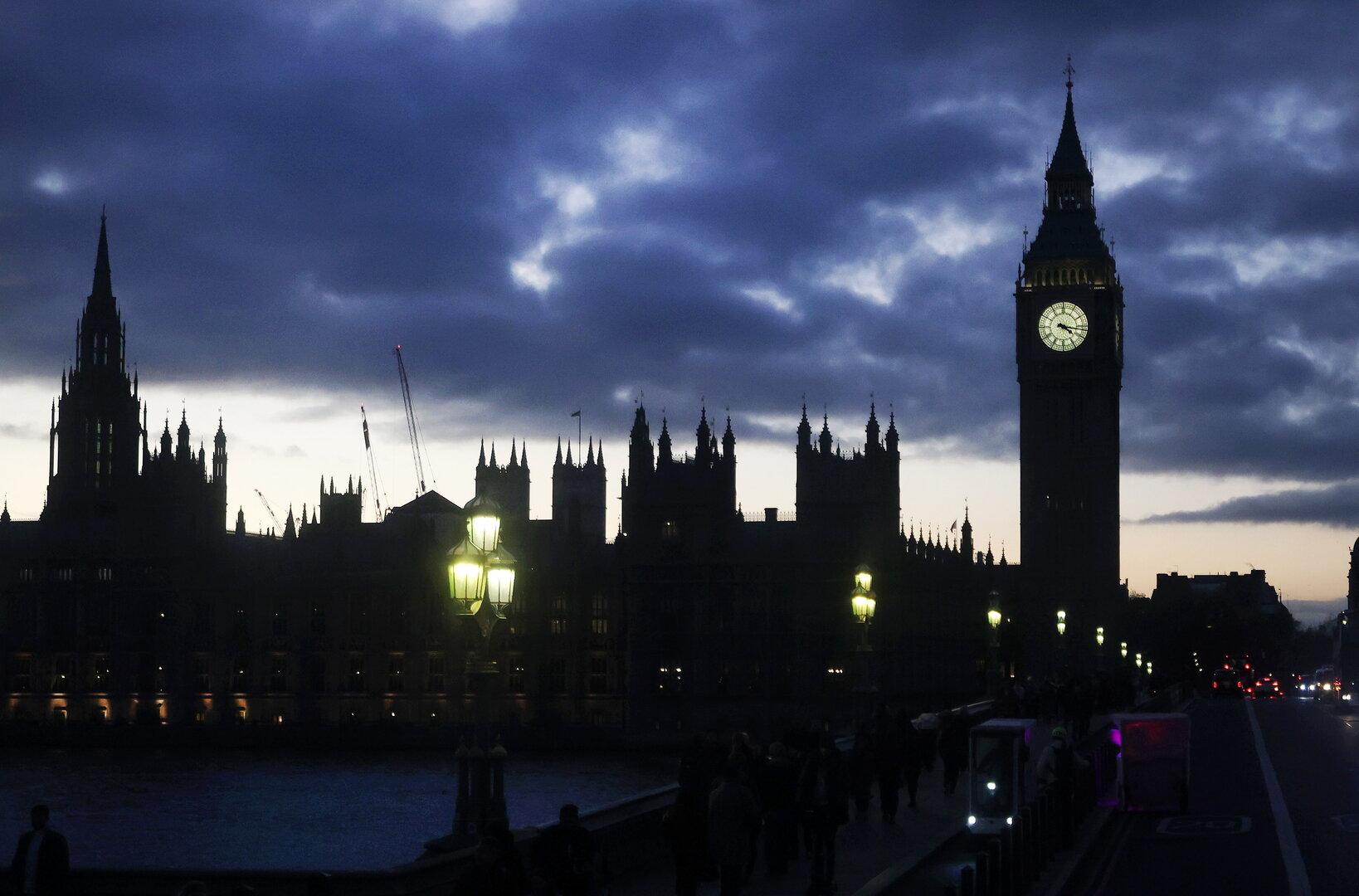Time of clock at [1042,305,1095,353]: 4:16
